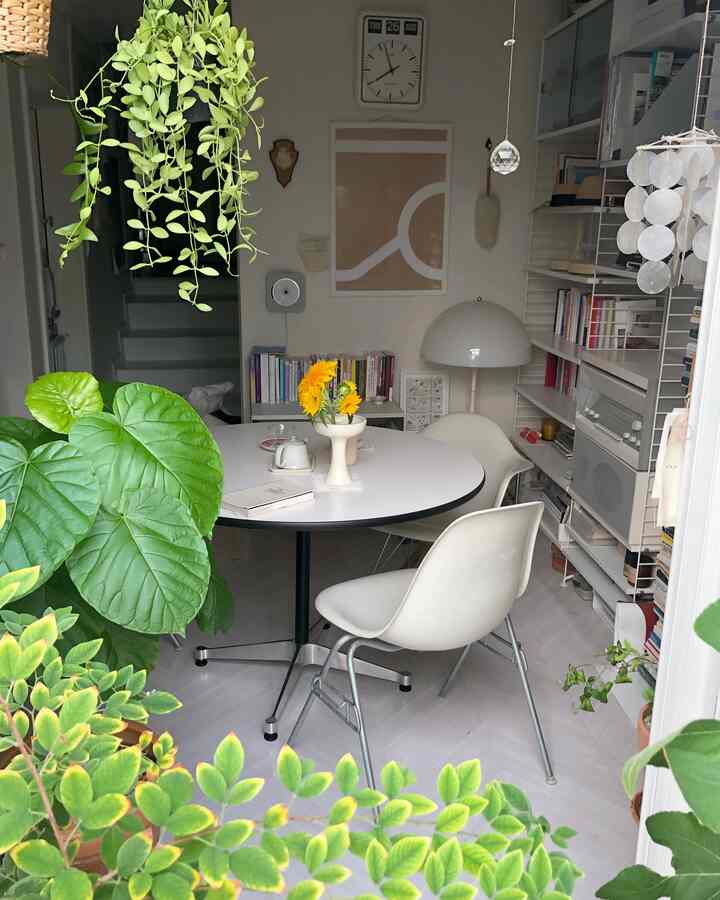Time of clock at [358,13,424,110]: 7:56
